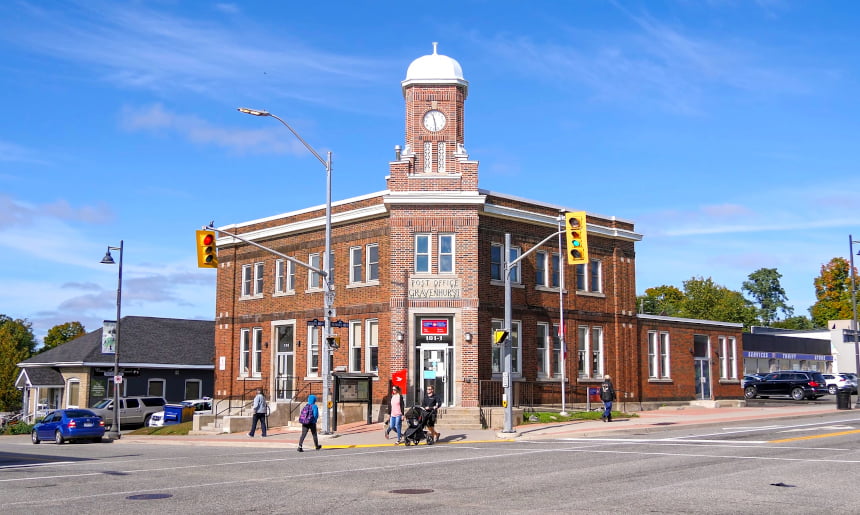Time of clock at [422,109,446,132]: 11:28
